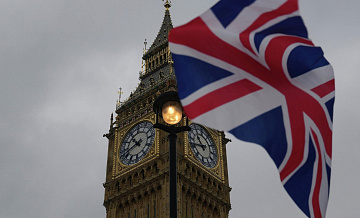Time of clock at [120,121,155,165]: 10:42
